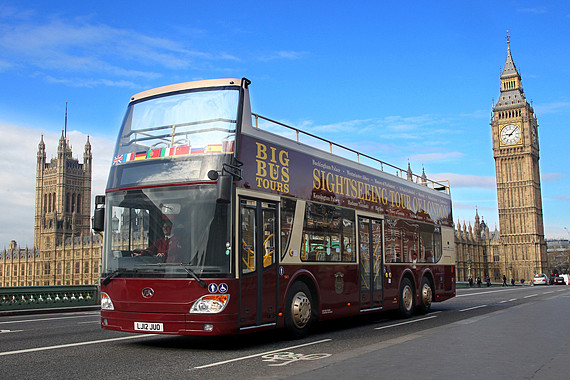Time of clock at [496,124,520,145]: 9:07
